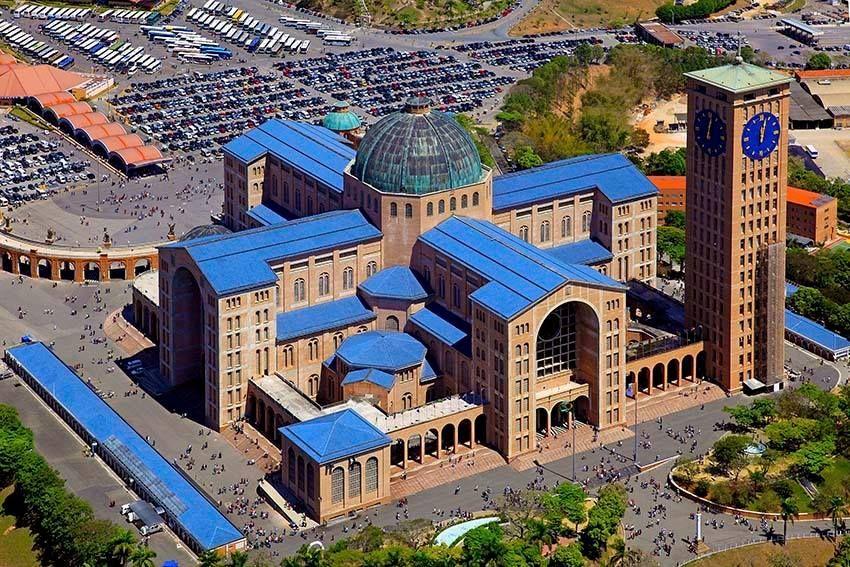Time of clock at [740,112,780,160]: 12:02
